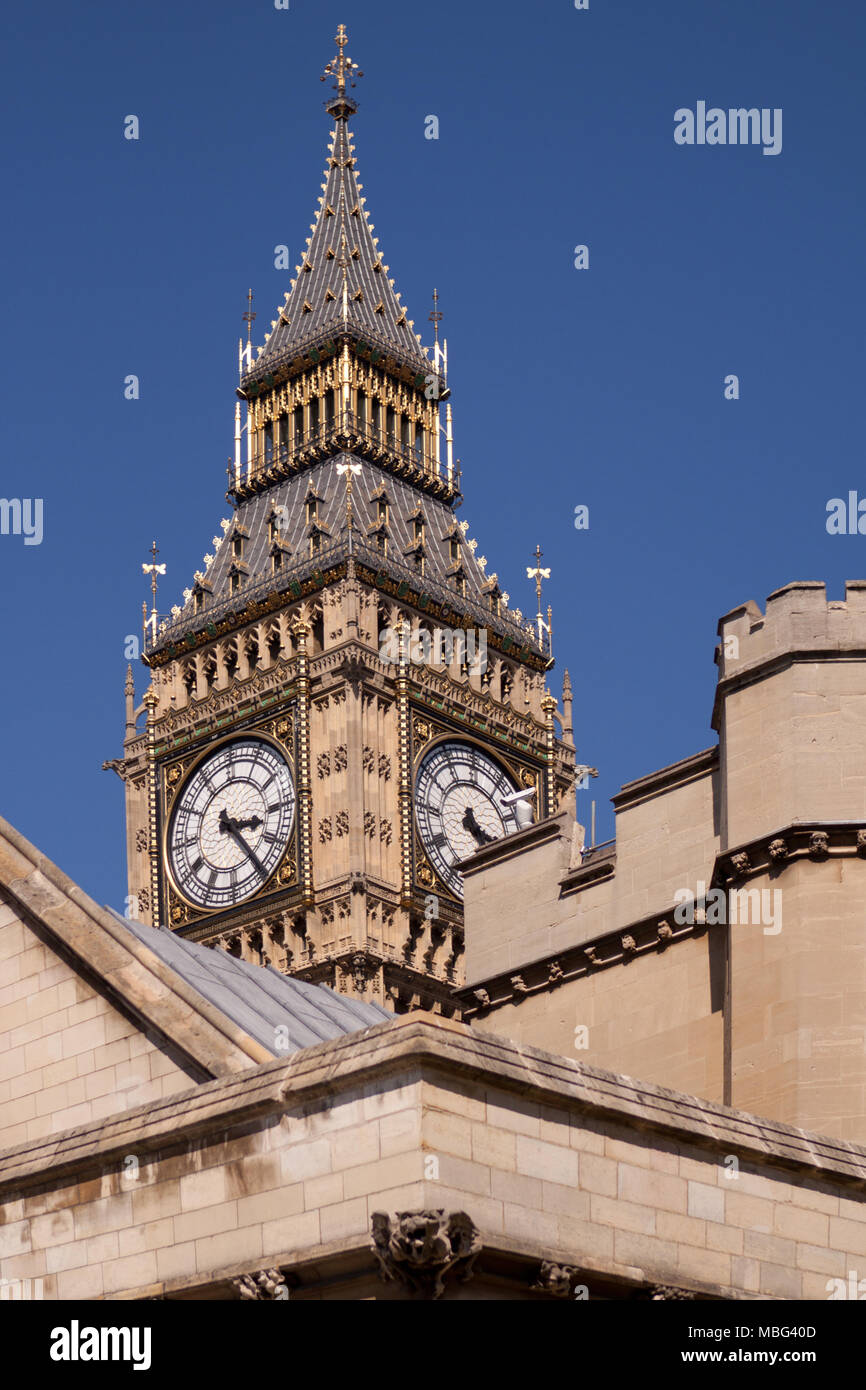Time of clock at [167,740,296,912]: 3:24
